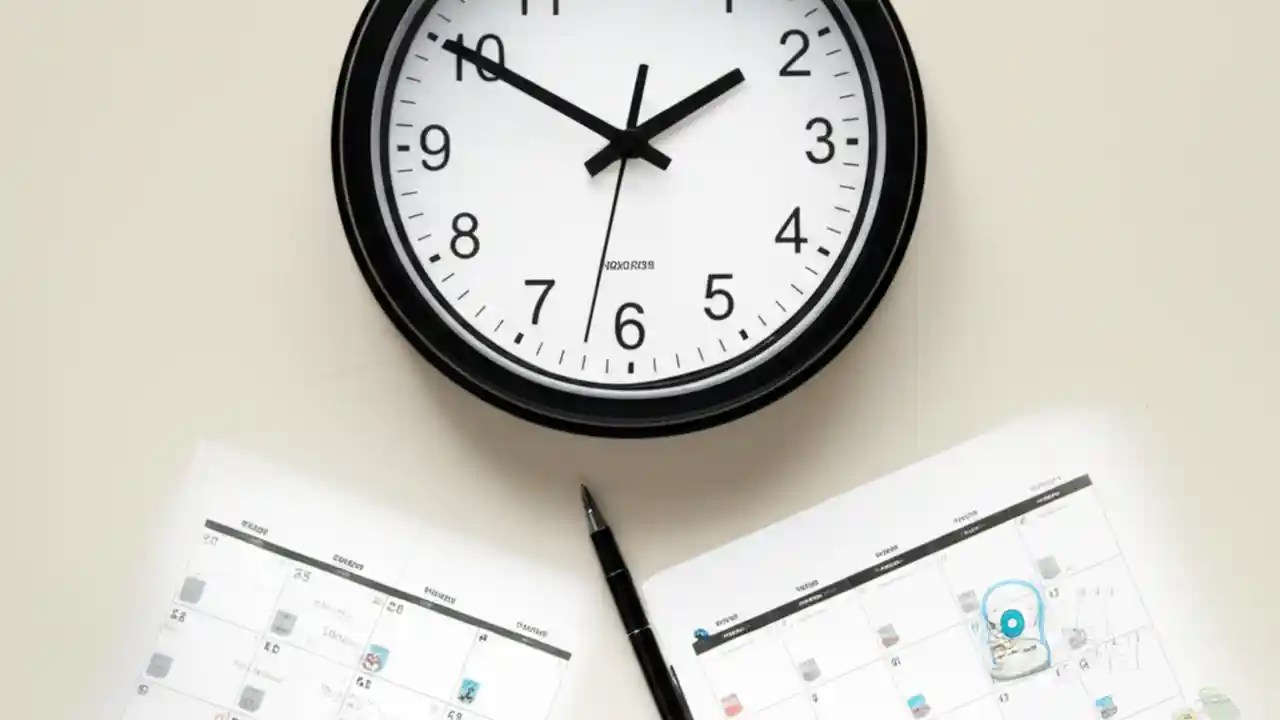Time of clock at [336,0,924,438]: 1:50
